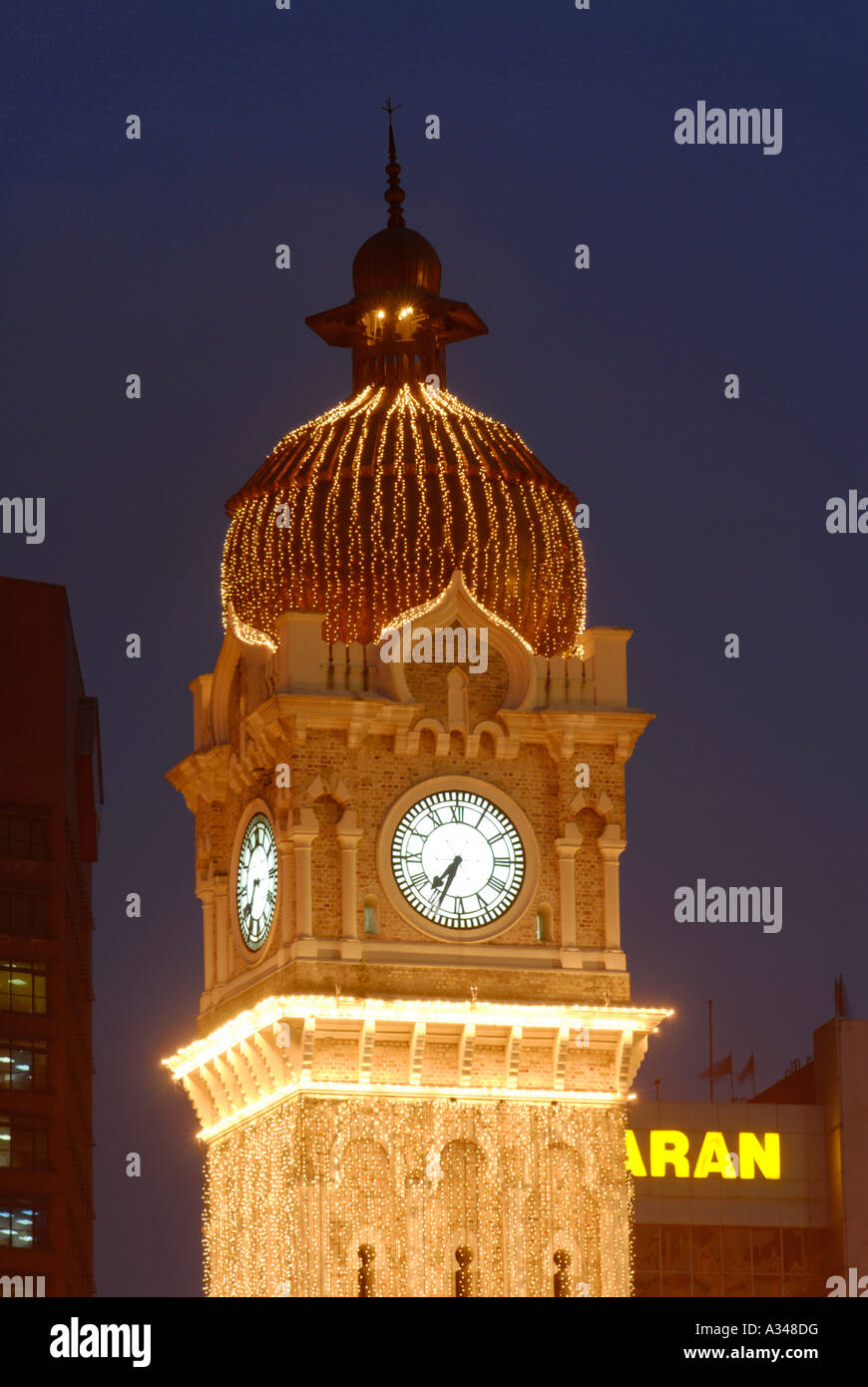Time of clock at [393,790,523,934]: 7:34
